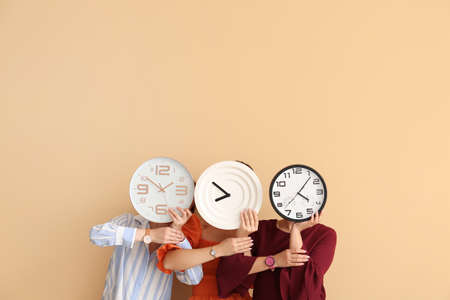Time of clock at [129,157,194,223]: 1:50
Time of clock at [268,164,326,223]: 4:06
